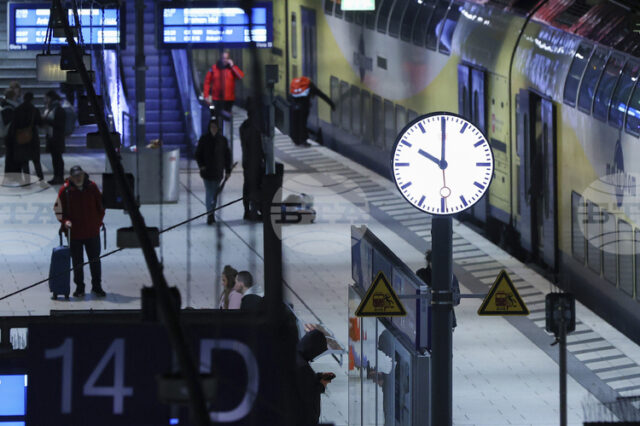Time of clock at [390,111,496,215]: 10:00
